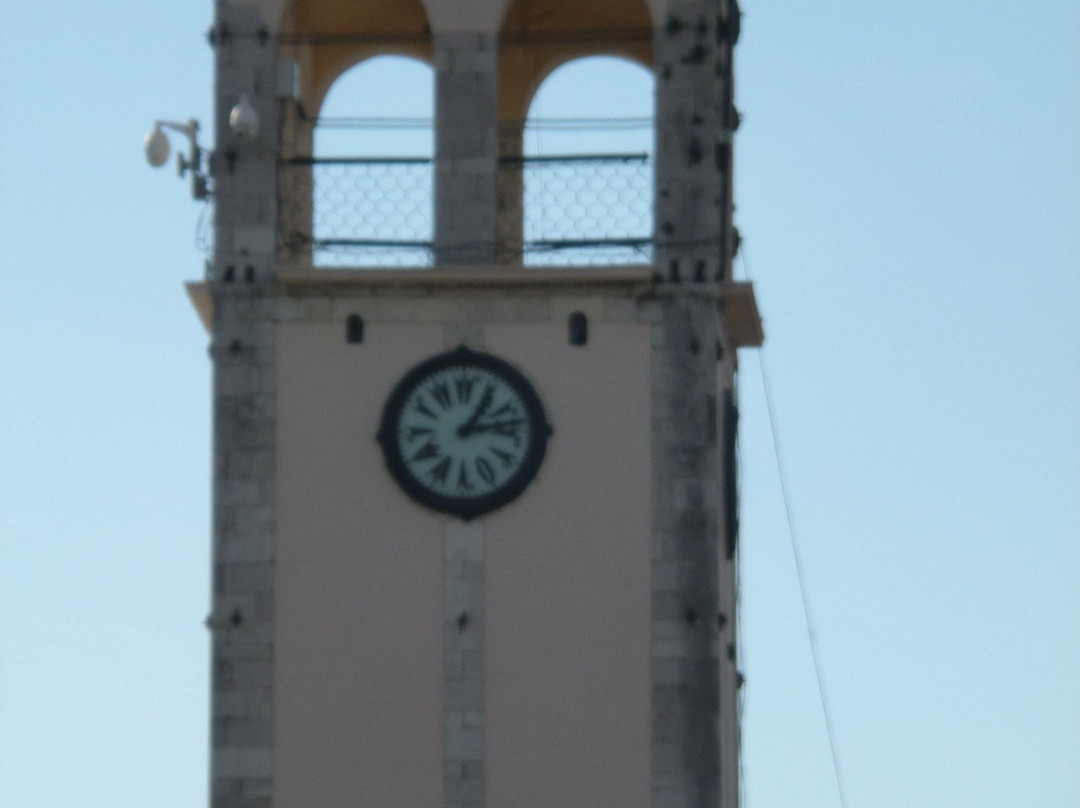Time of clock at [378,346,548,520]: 1:12
